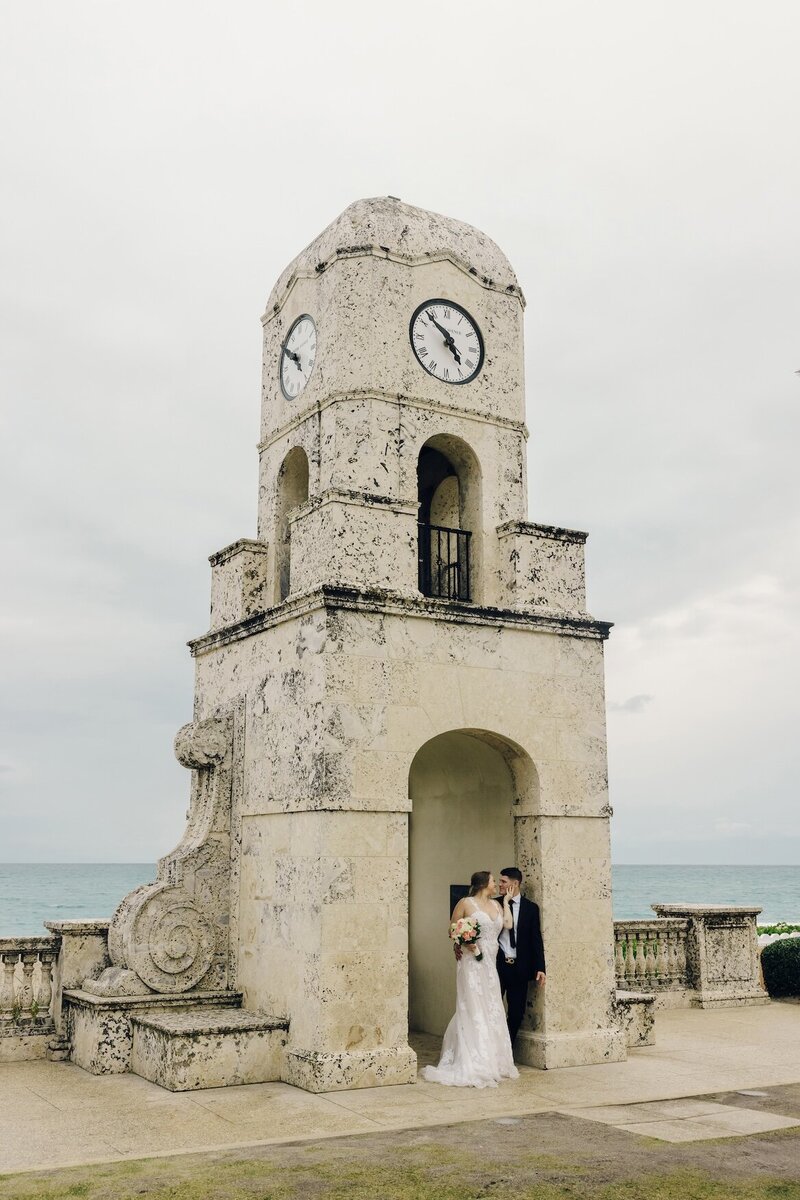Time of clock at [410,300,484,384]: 4:52
